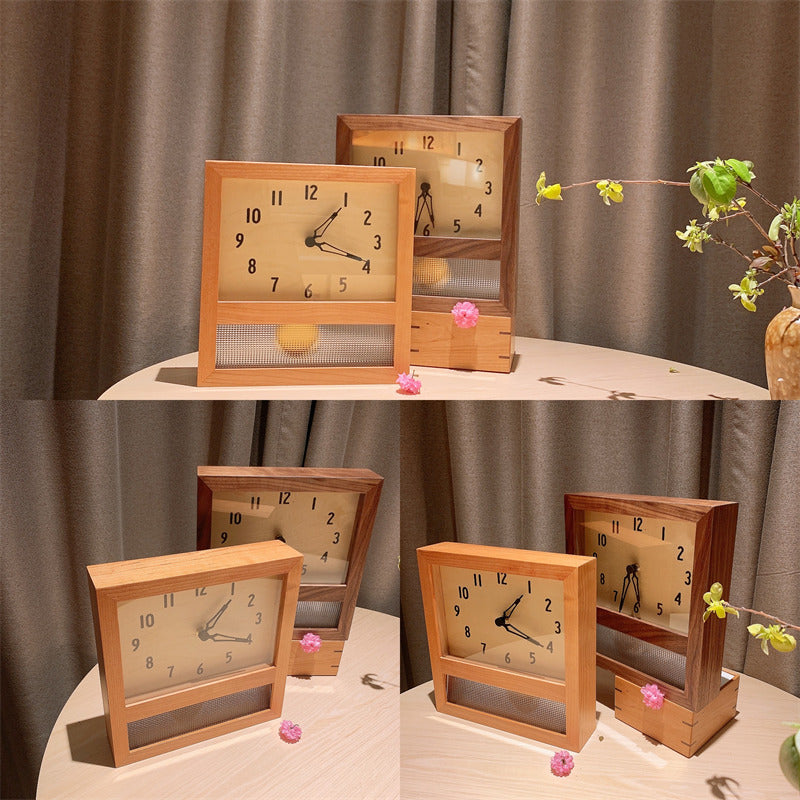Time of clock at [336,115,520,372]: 1:18
